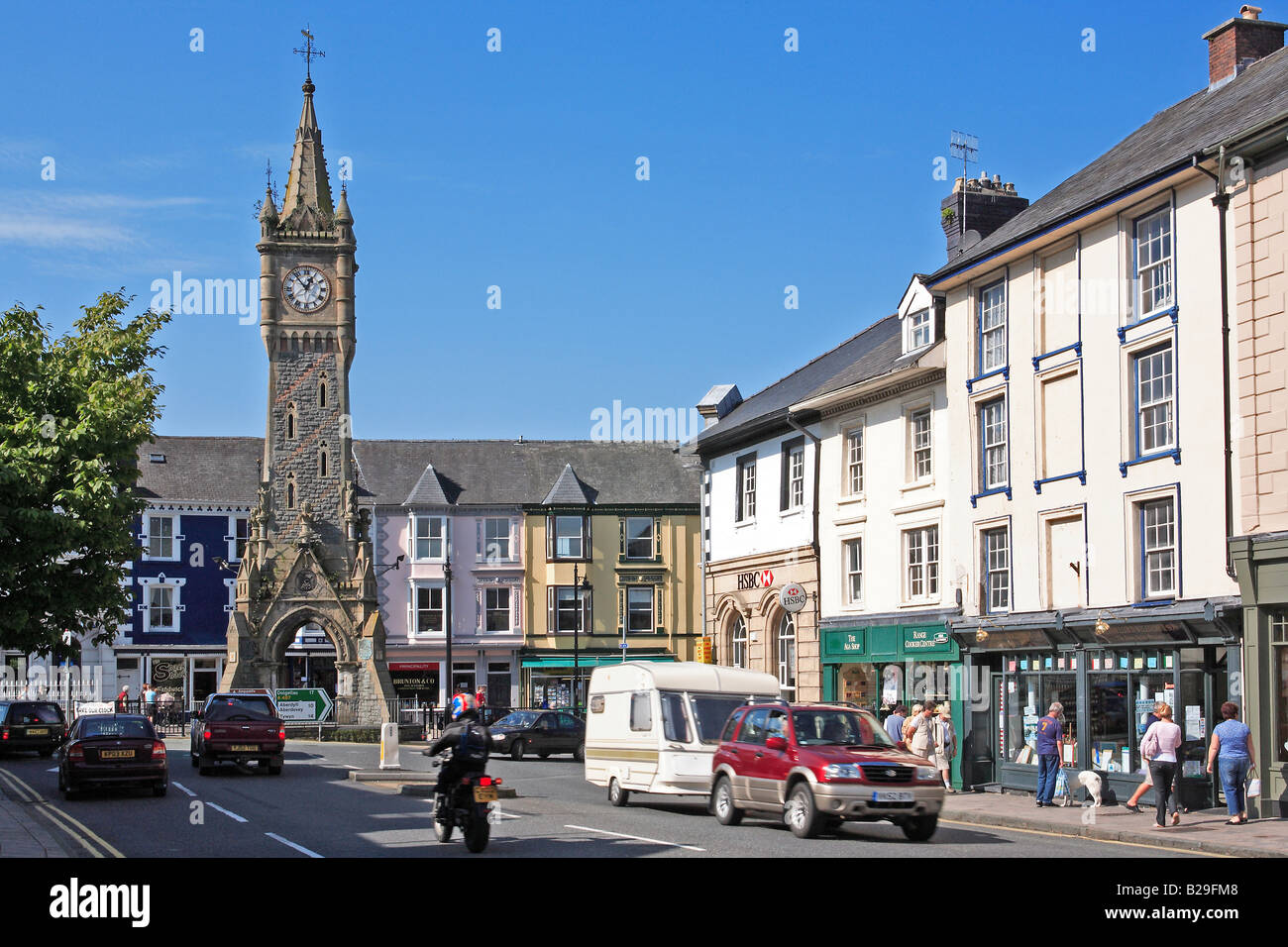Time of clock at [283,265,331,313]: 12:53
